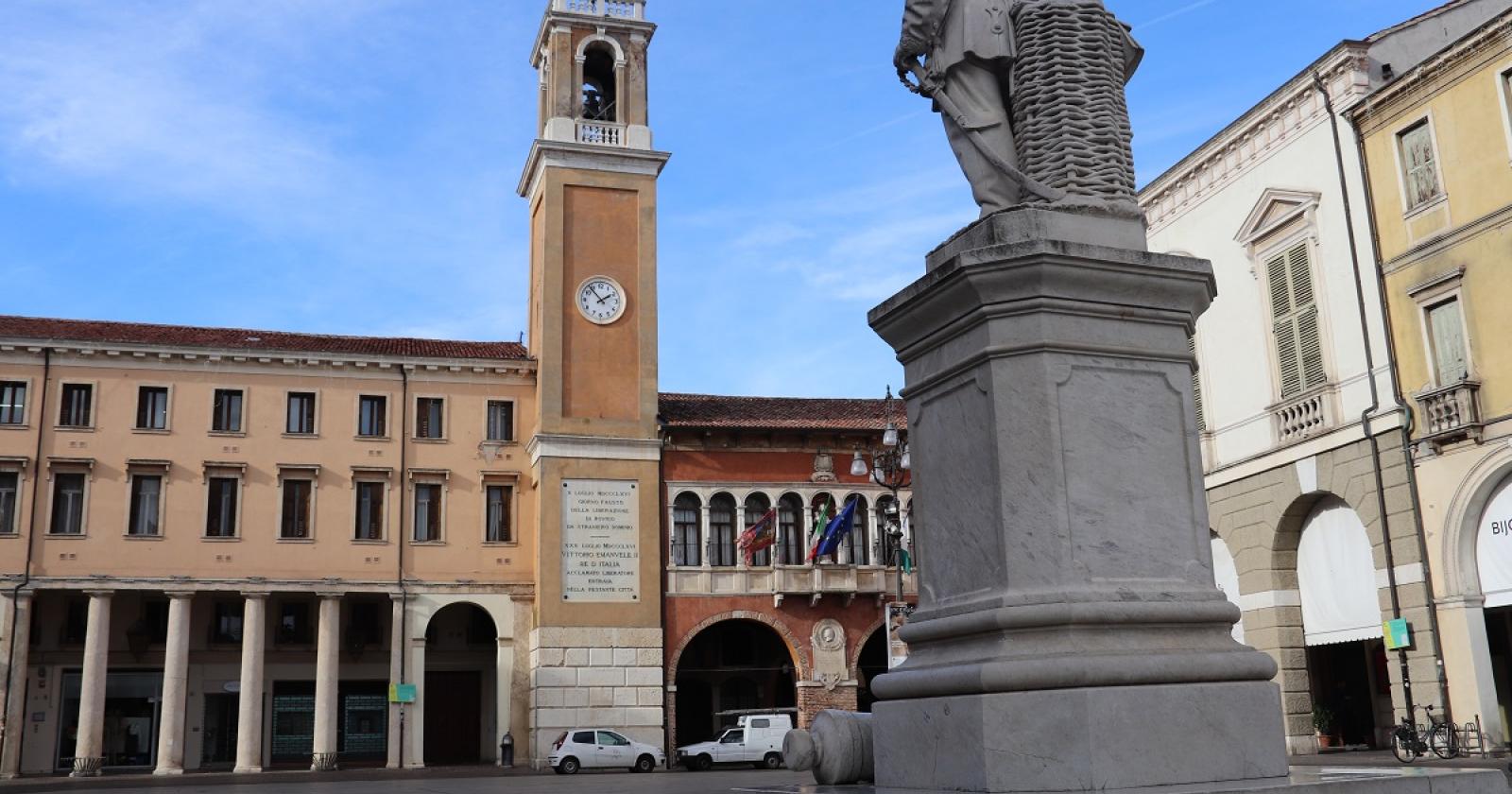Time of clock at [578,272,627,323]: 1:53
